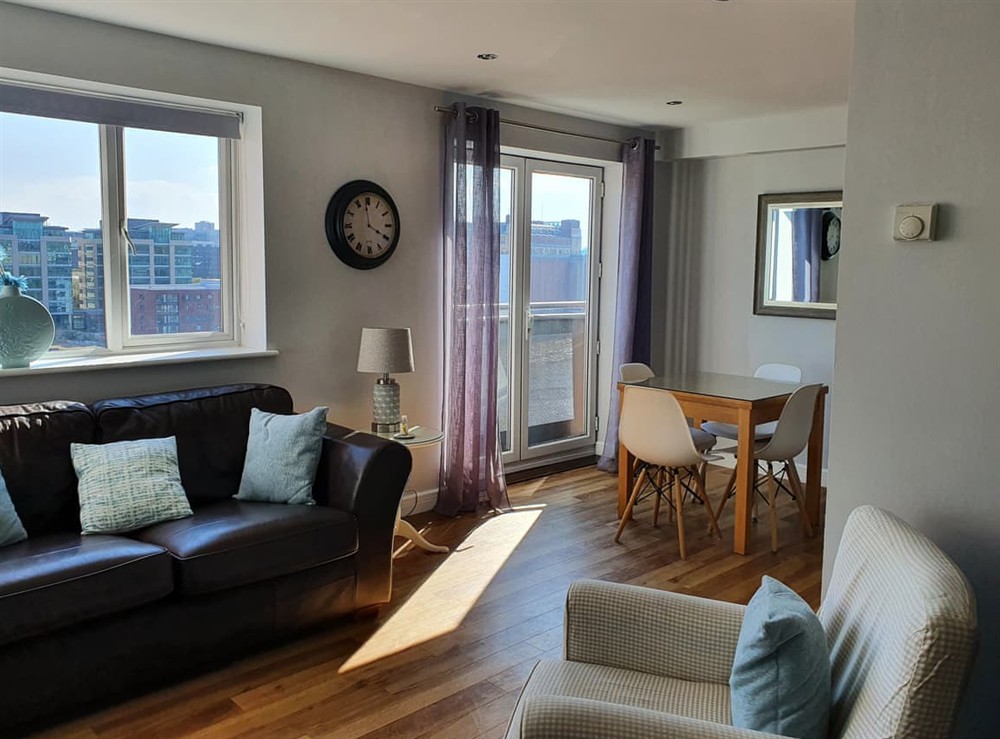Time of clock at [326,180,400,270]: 3:58
